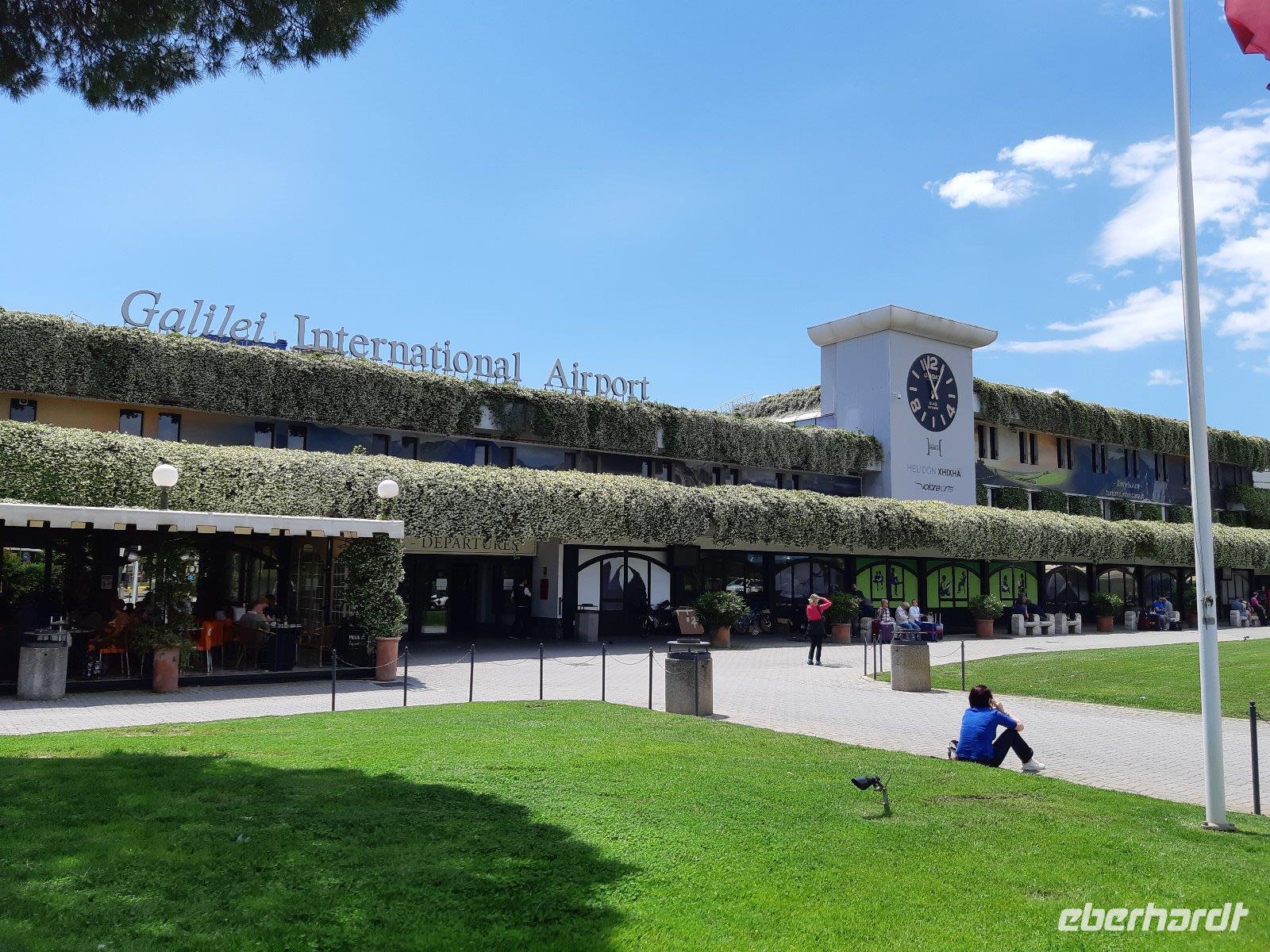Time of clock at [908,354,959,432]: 12:56
